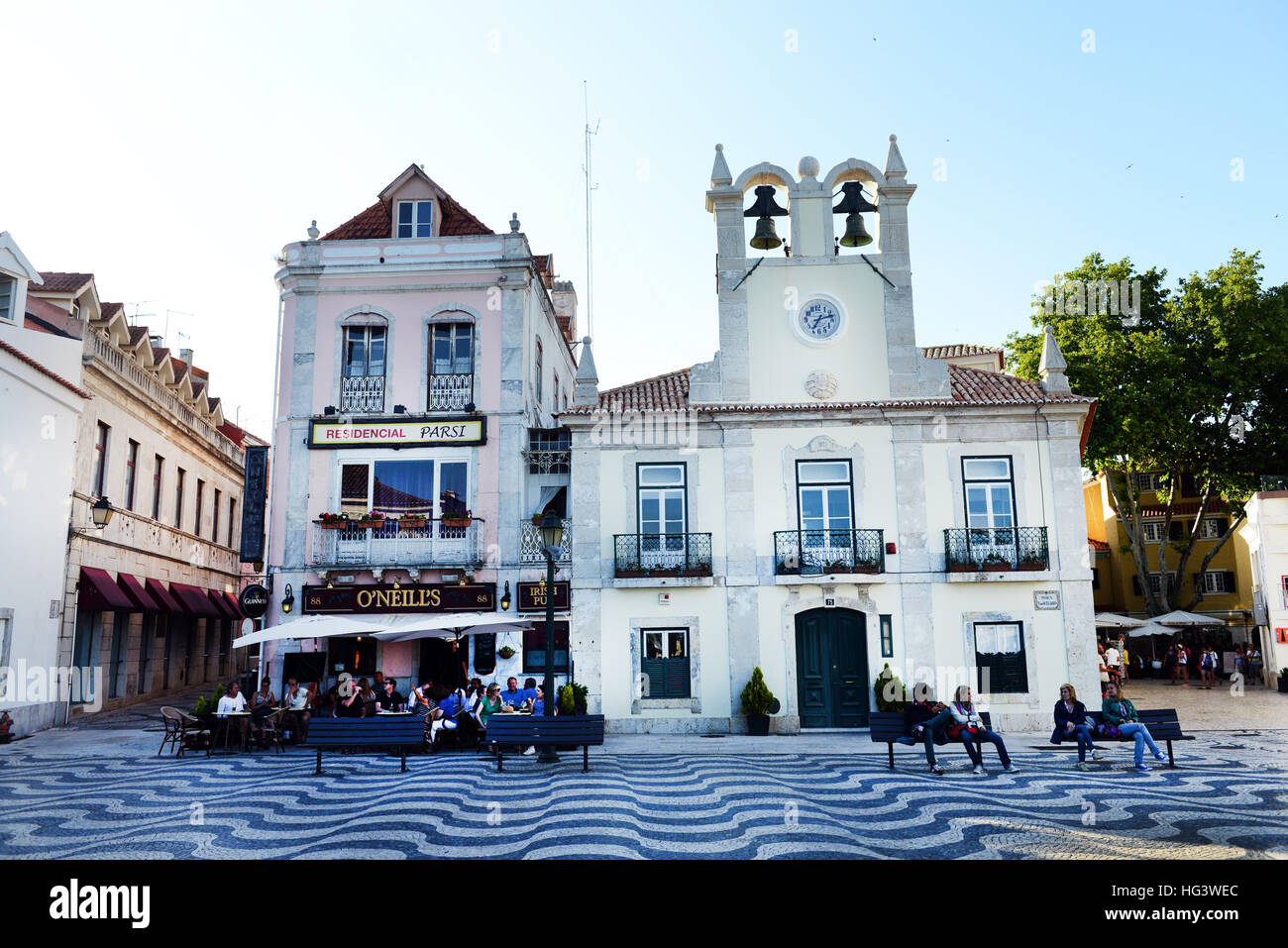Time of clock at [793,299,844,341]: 7:12
